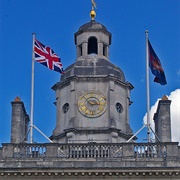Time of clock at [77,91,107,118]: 2:52
